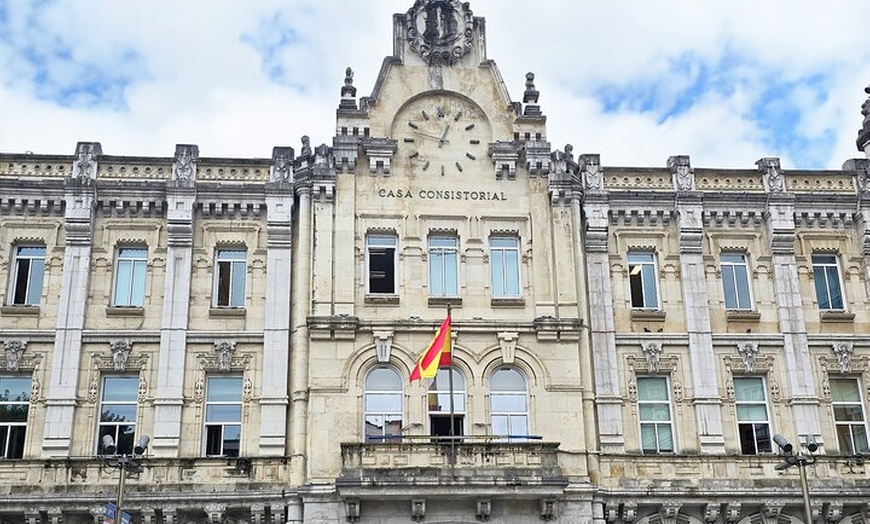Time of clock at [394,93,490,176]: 12:47
